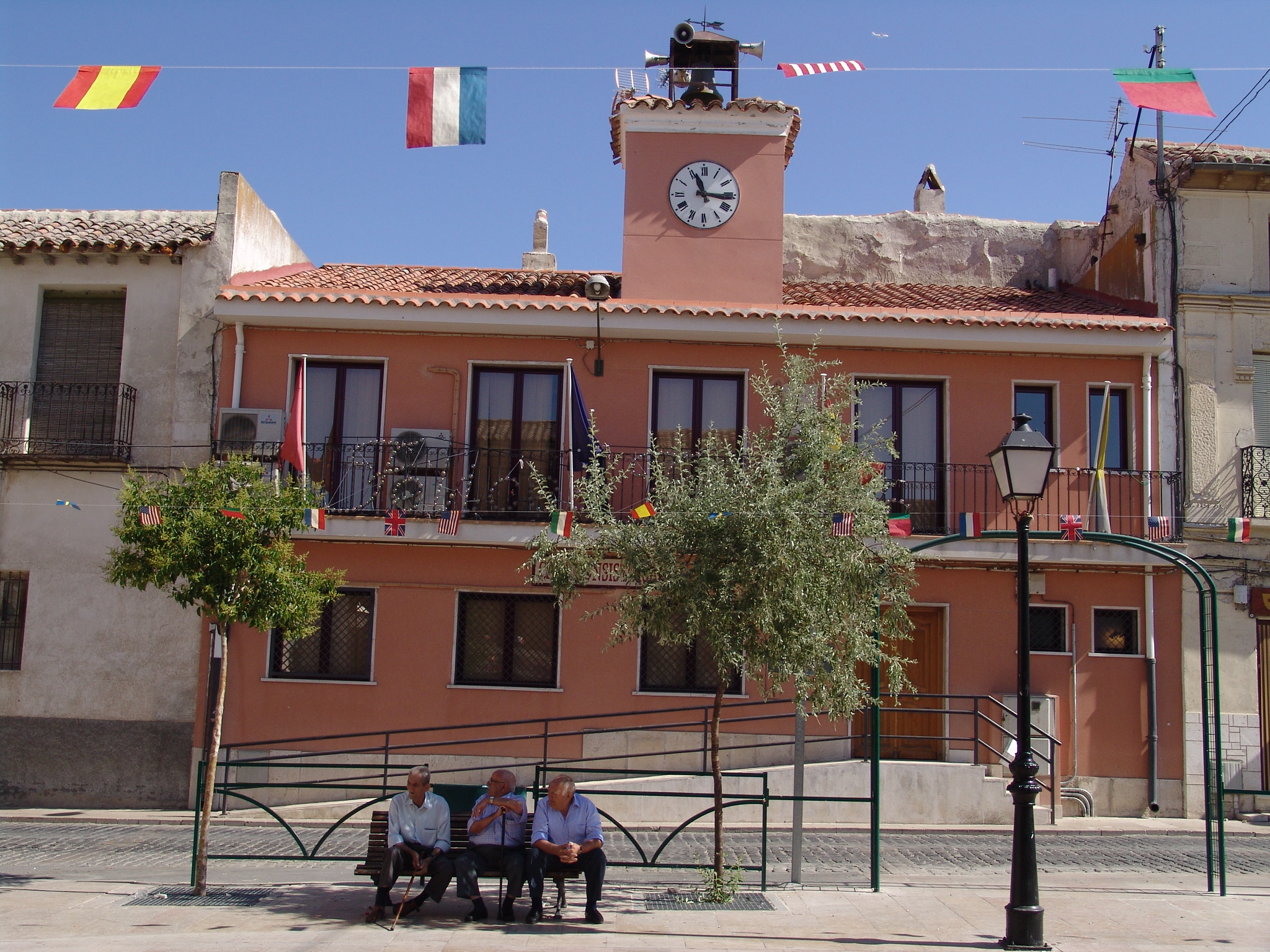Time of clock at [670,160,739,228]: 11:16
